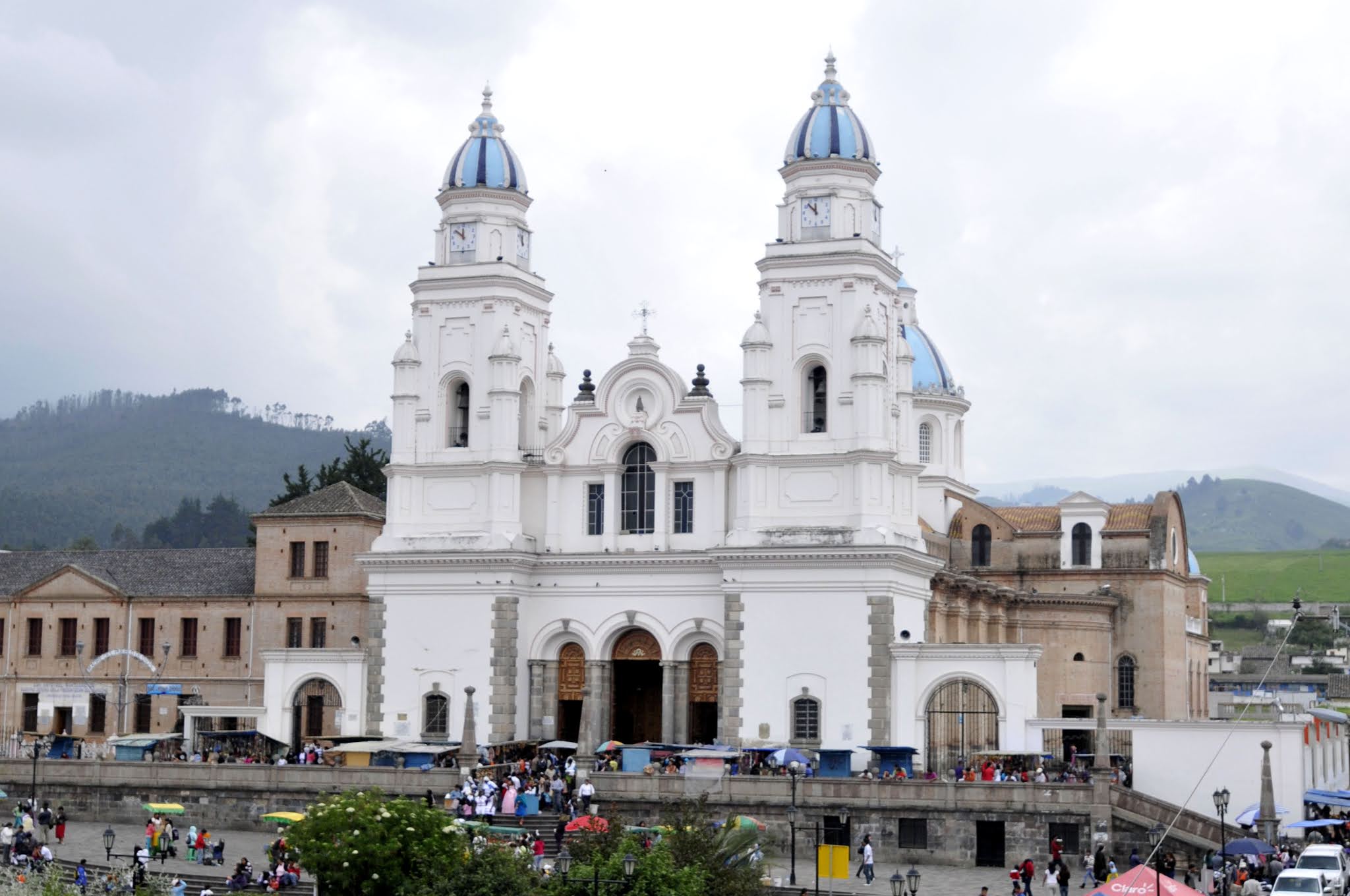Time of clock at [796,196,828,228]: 11:52
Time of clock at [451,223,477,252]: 11:51
